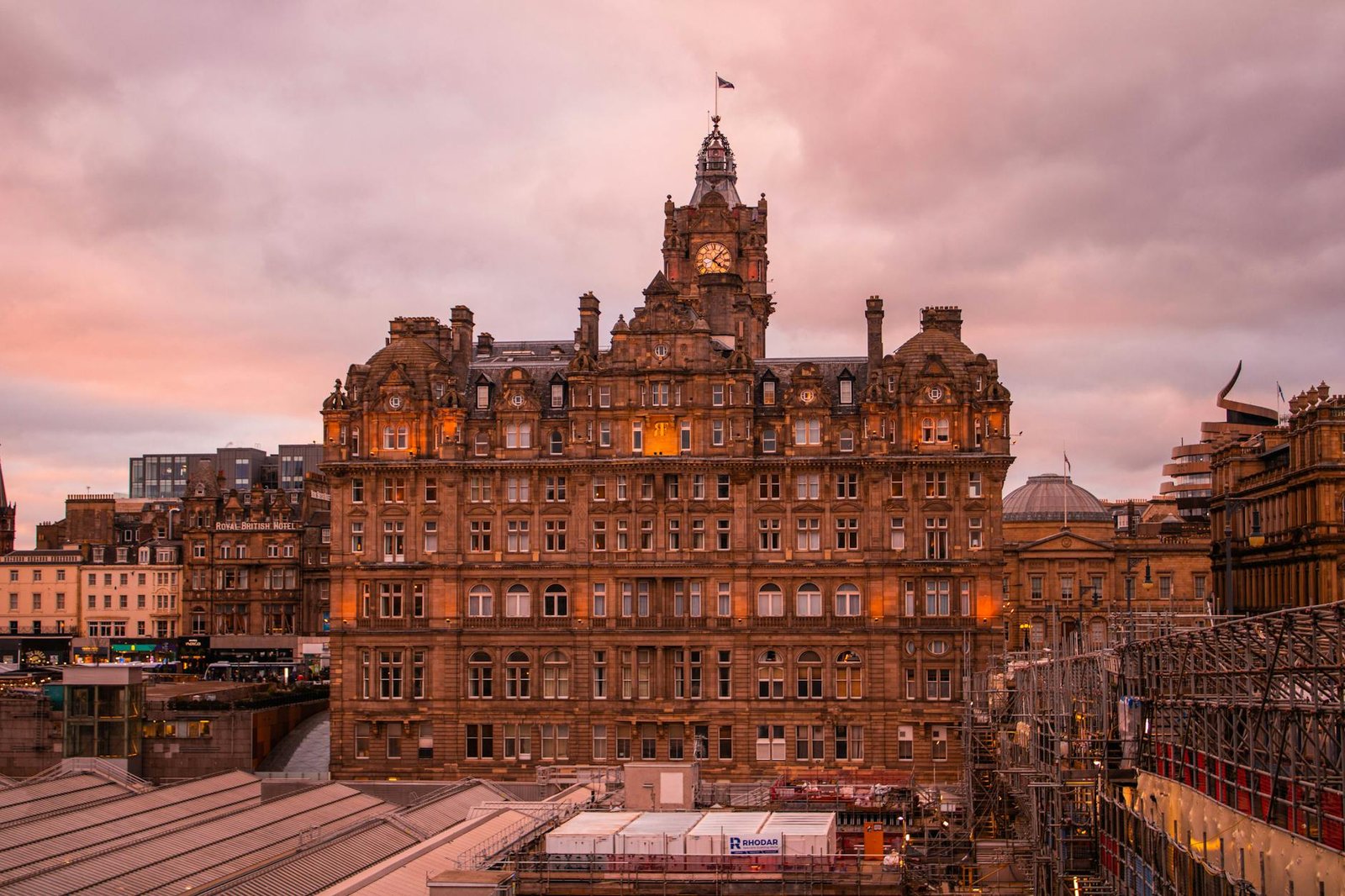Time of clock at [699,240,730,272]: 4:07
